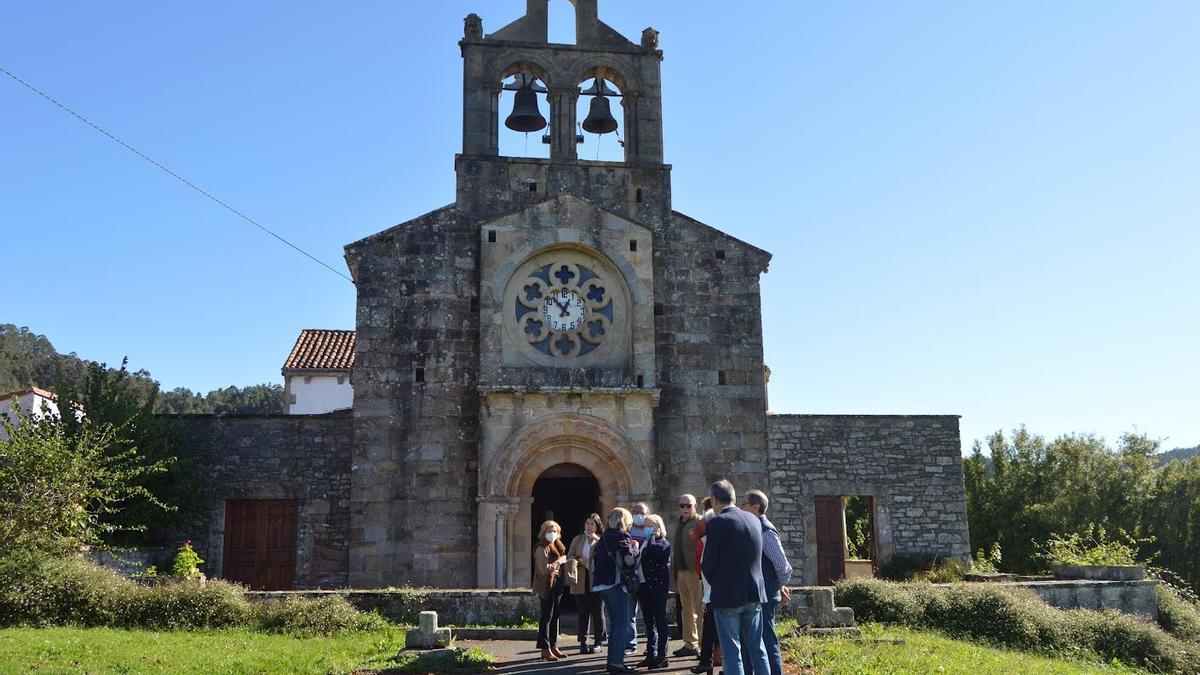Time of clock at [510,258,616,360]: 12:53
